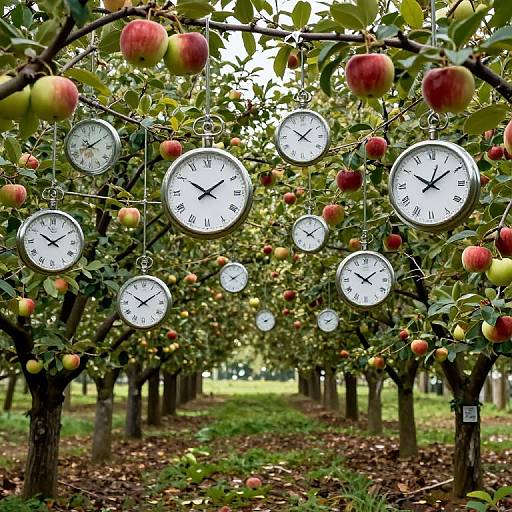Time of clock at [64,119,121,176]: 10:09
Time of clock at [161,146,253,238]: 1:50
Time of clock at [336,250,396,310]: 1:50
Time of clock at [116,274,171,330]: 10:09
